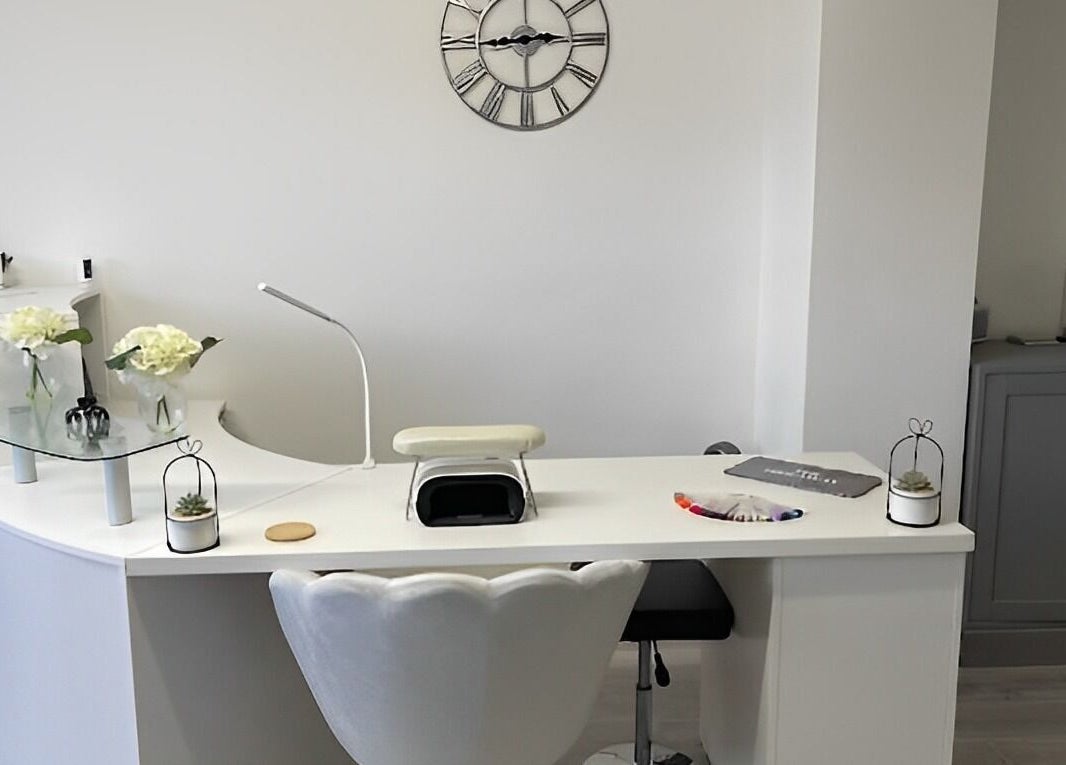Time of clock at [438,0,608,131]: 2:44
